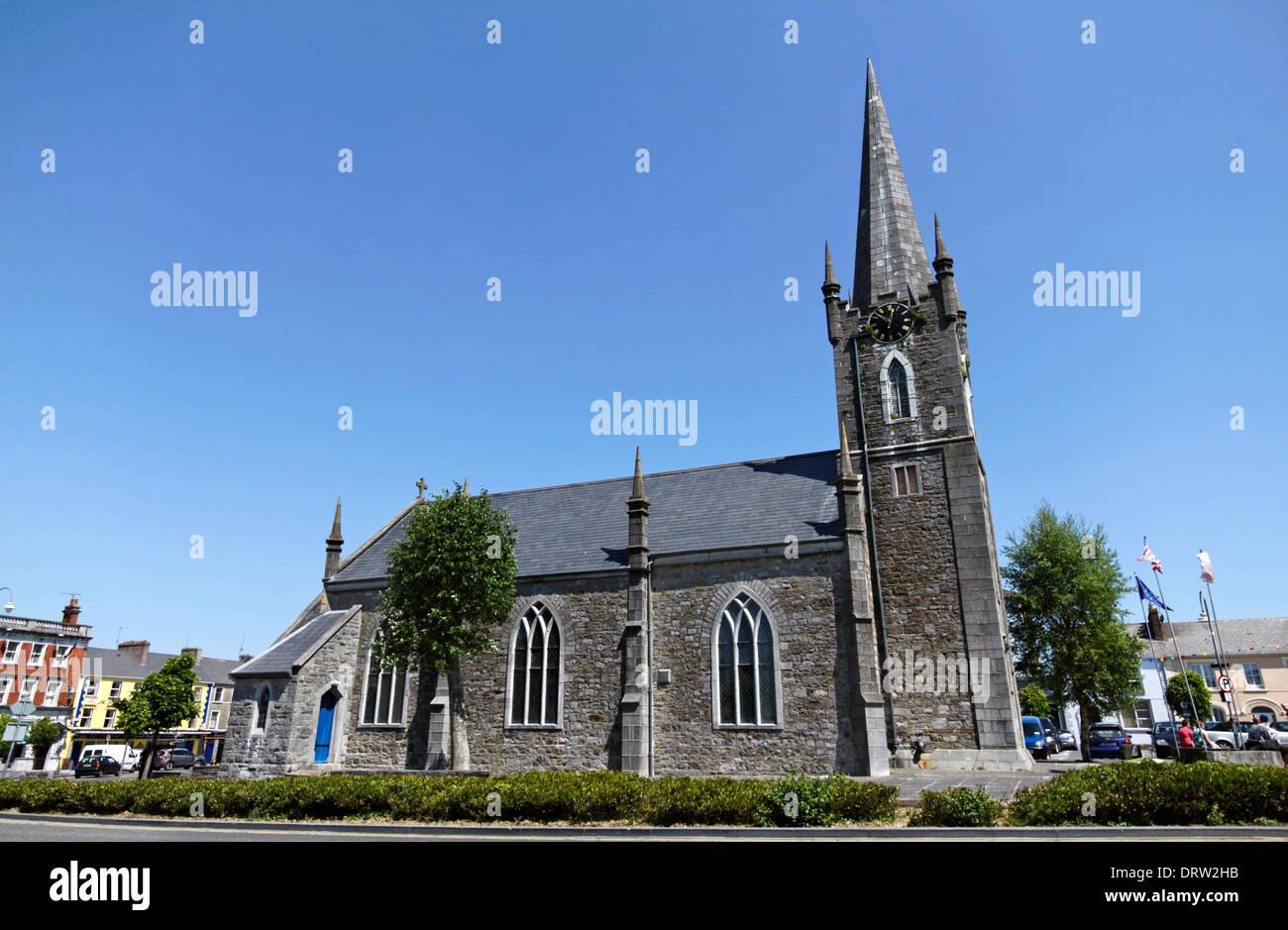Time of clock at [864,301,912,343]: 10:02
